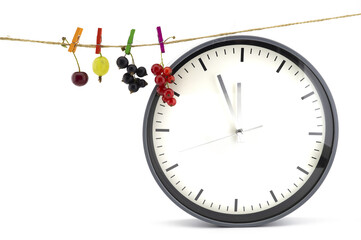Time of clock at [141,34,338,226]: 11:56
